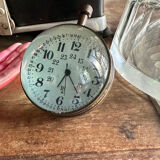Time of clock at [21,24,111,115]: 6:23
